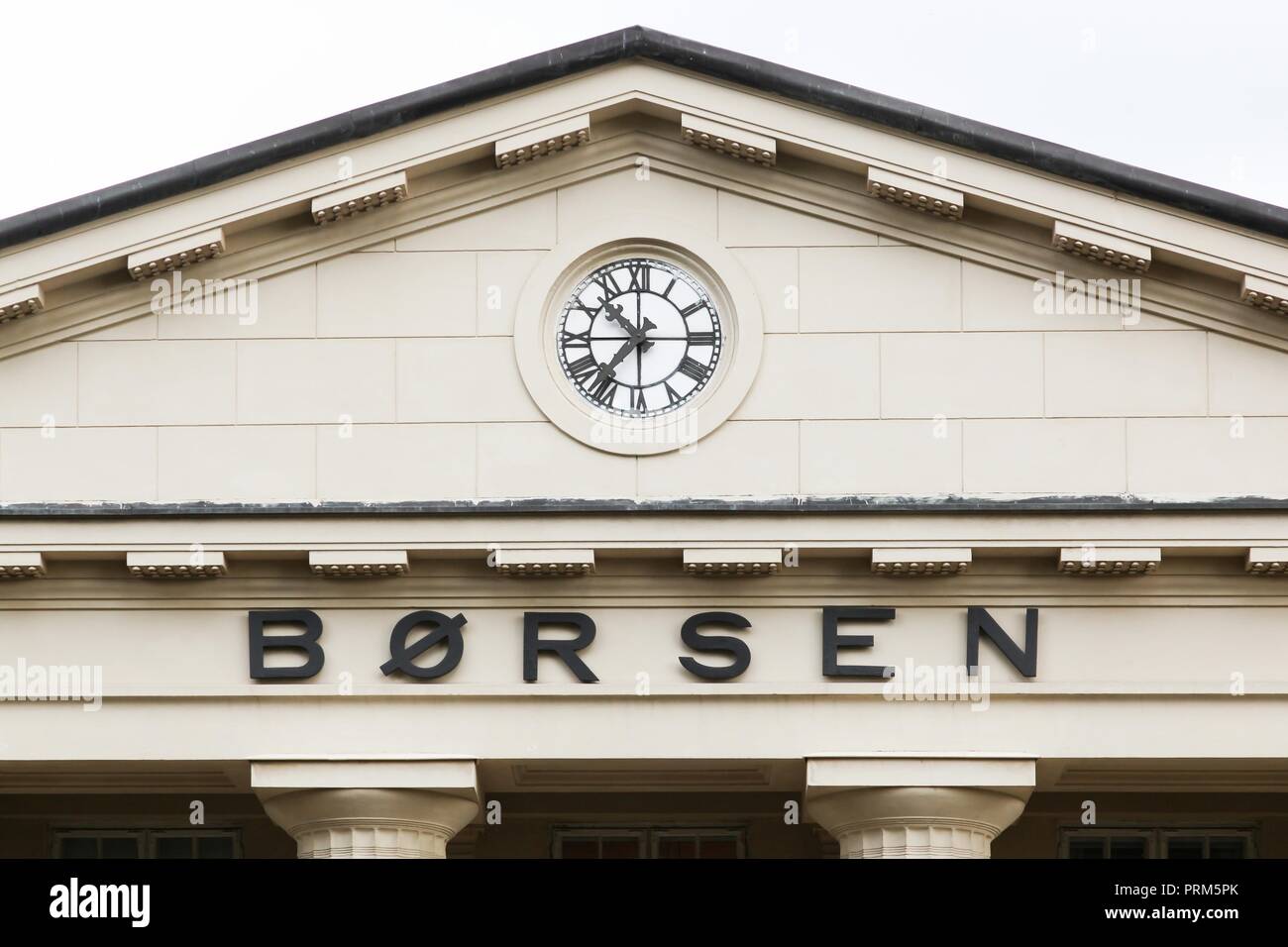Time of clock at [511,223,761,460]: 10:36
